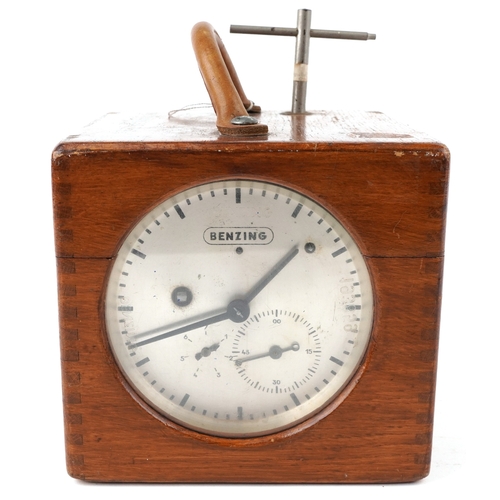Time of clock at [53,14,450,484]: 8:07
